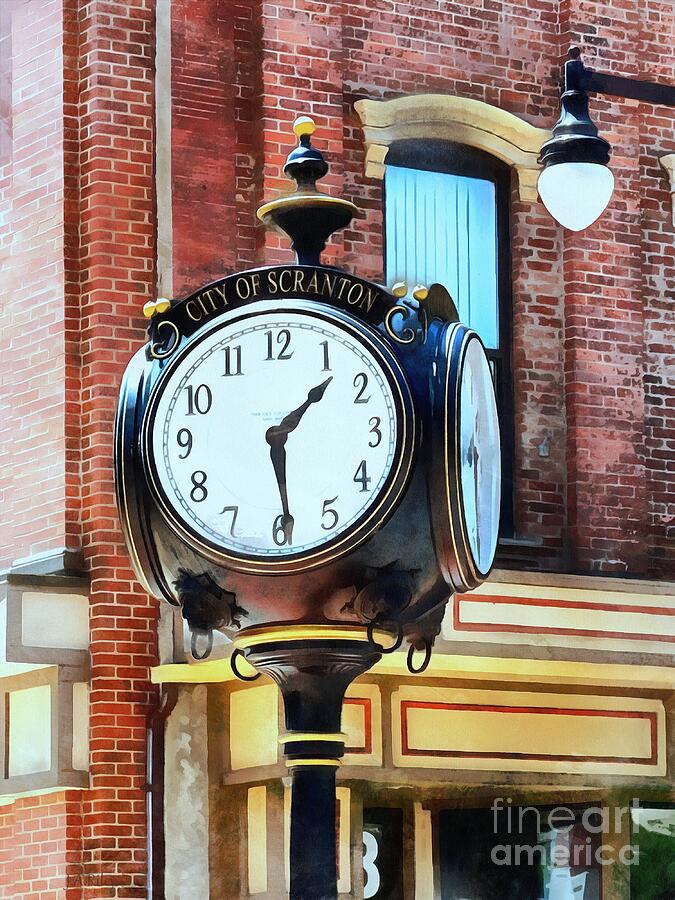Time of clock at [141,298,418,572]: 1:29
